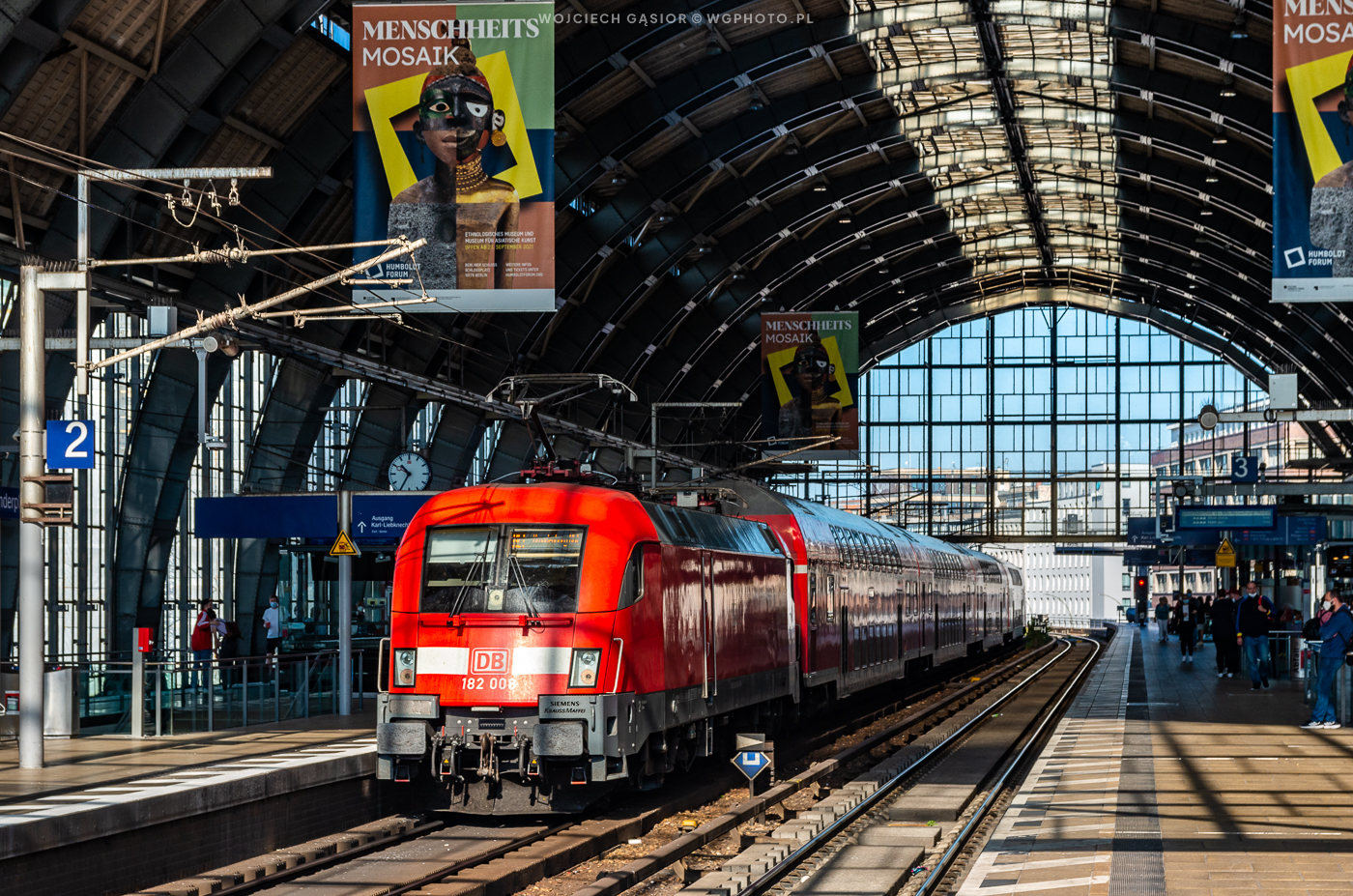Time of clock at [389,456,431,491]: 10:34
